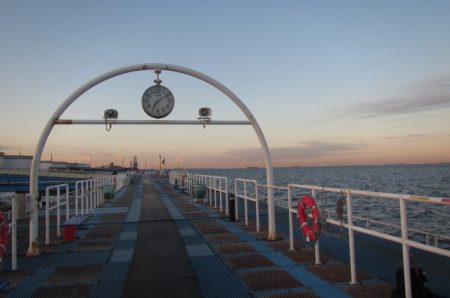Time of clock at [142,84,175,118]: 7:09
